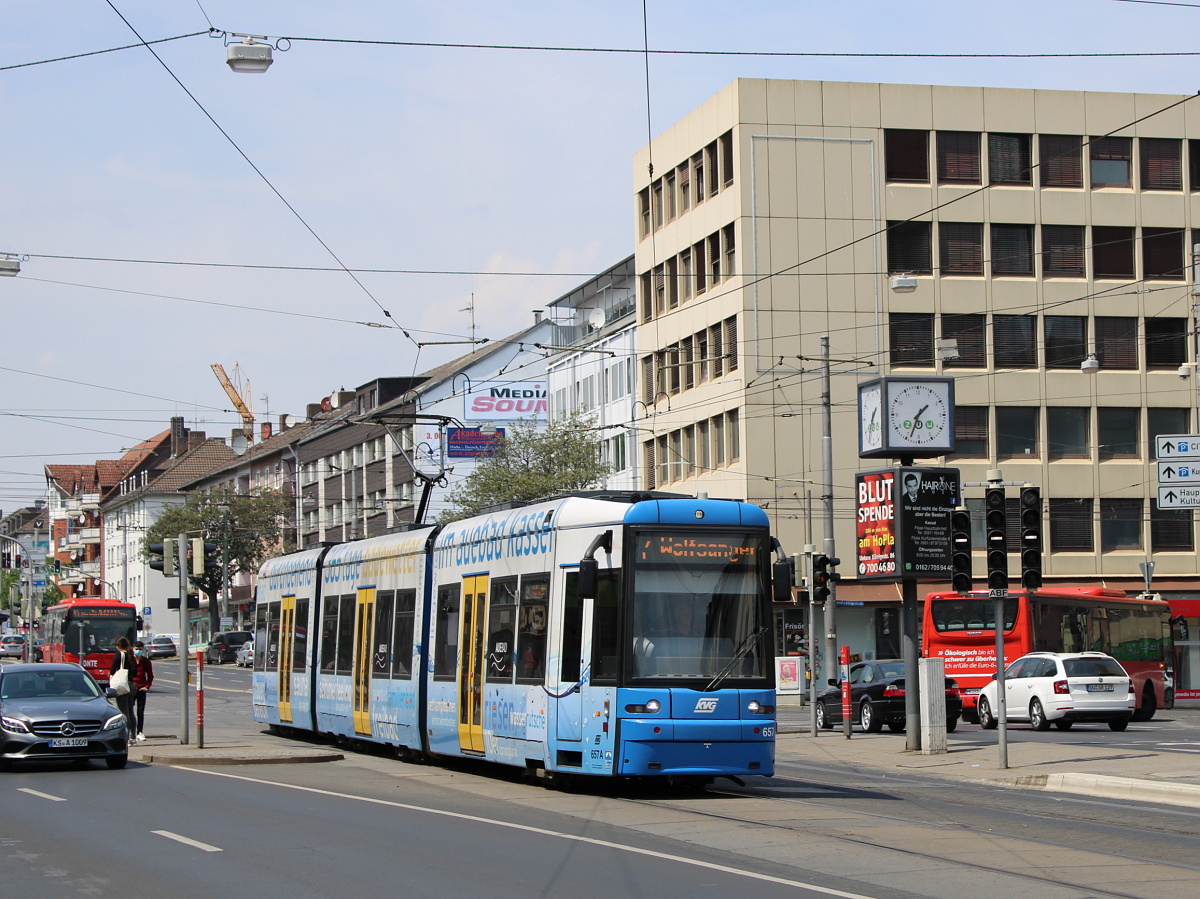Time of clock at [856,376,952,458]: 1:33
